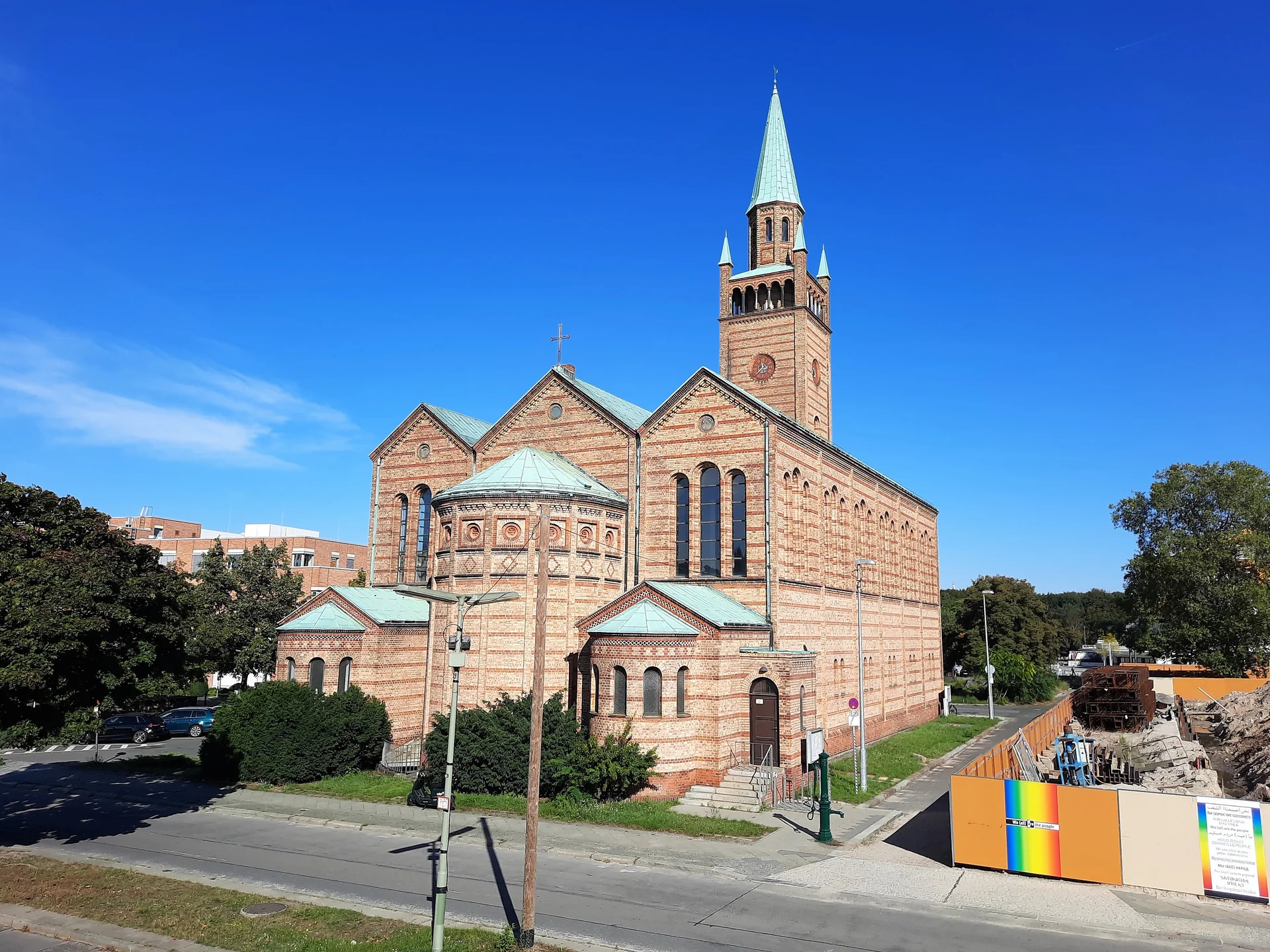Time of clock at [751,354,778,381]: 11:37
